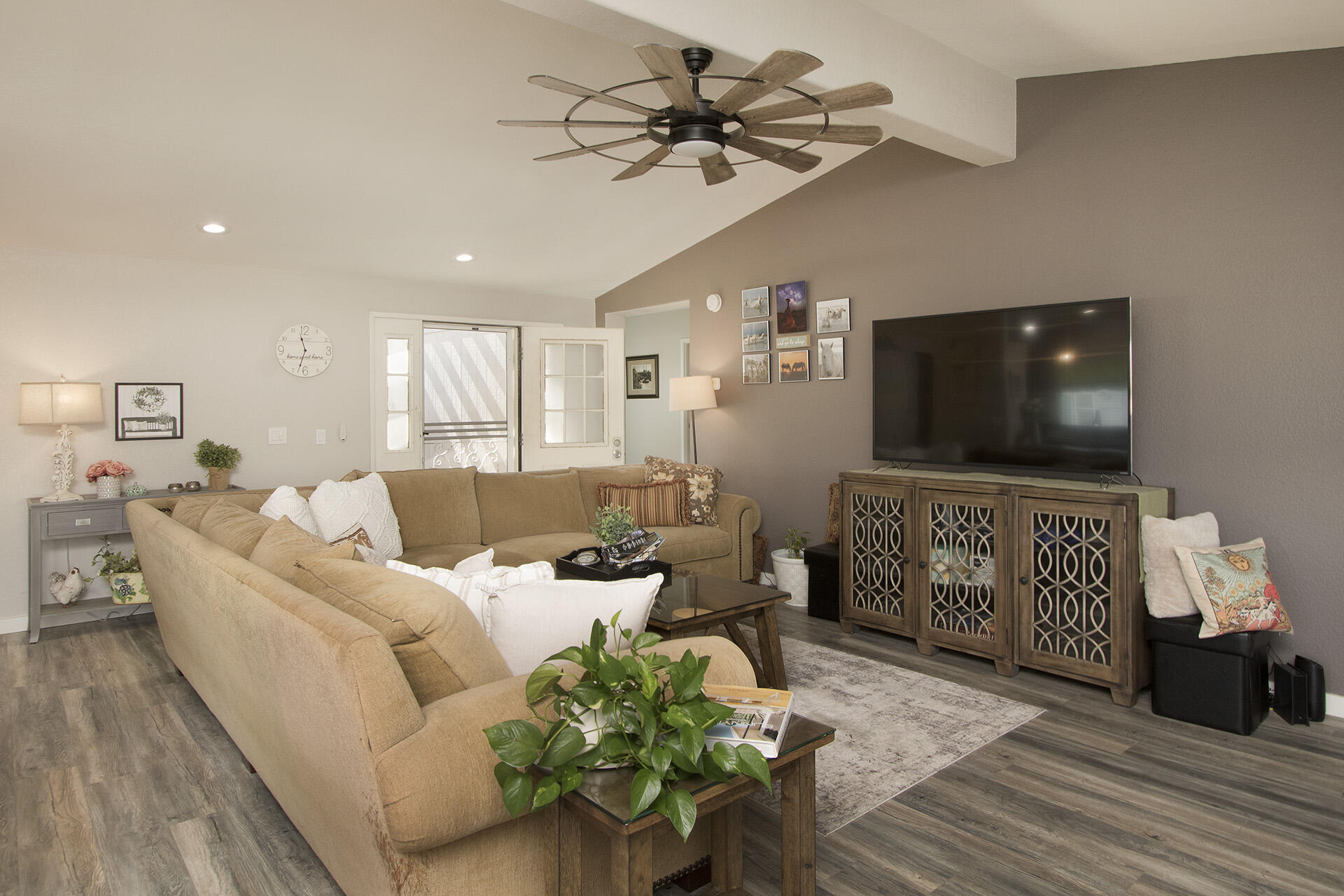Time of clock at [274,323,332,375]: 11:33
